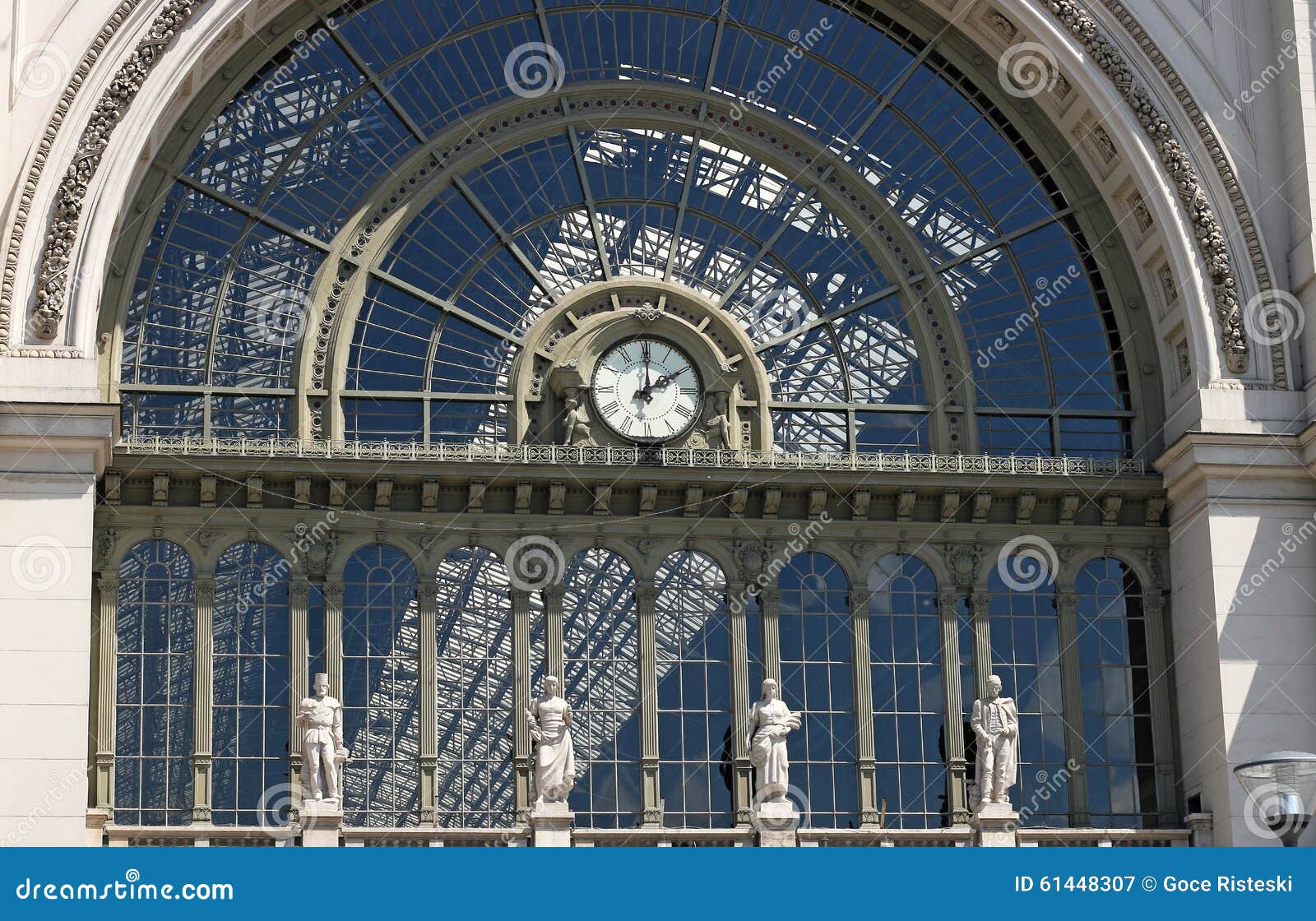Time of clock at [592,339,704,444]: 2:00
